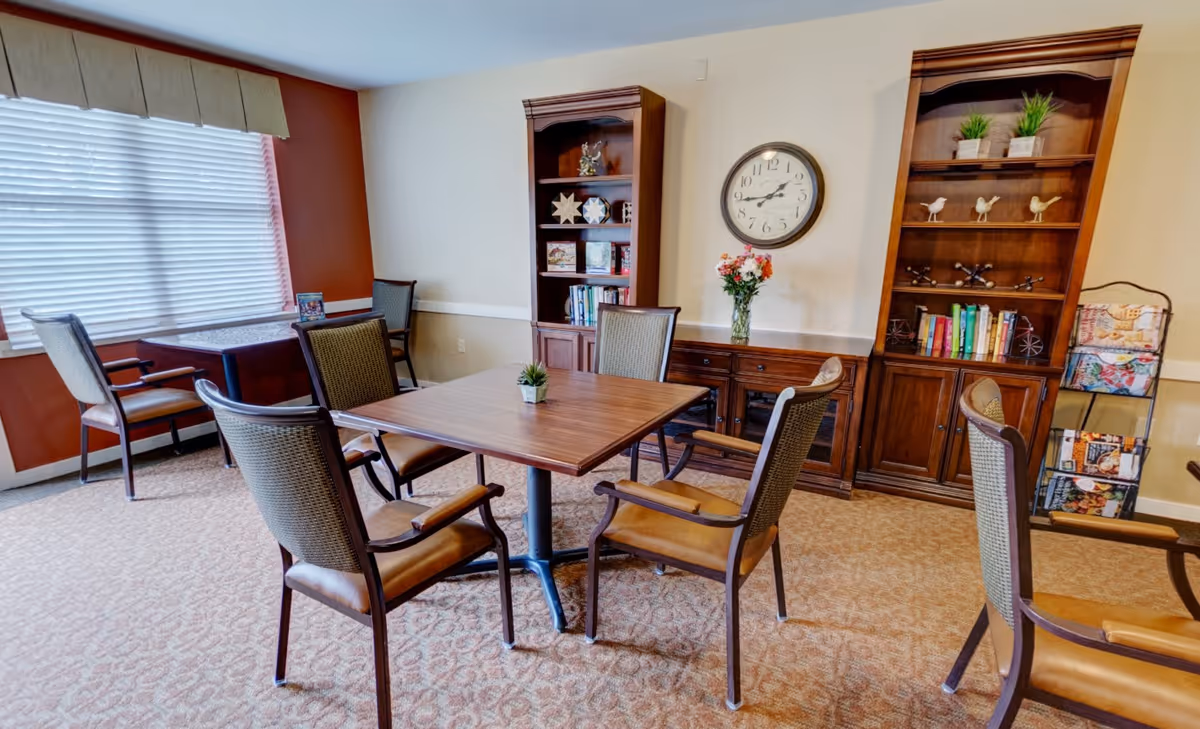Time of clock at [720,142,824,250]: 1:43
